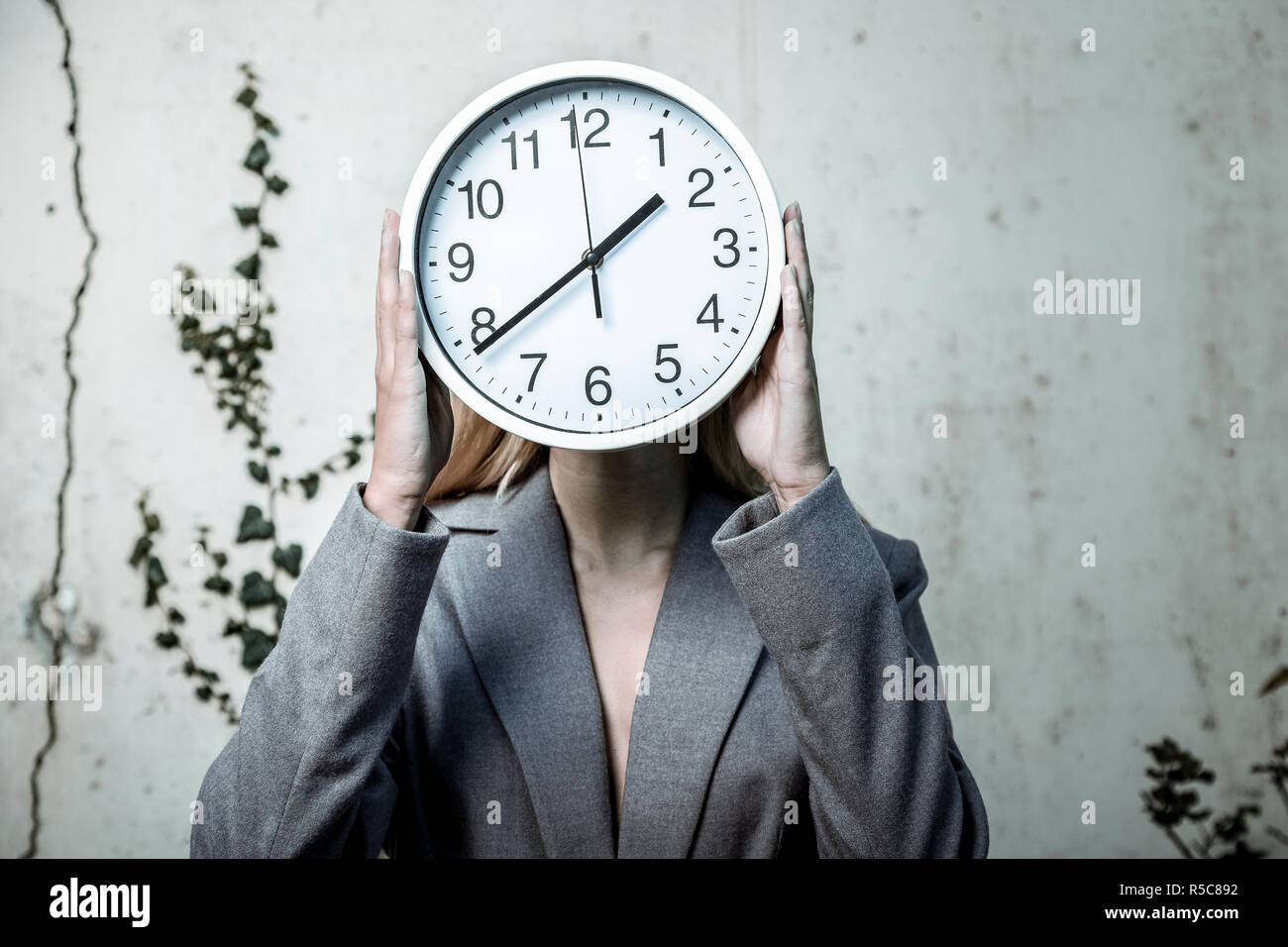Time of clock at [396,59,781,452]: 1:39
